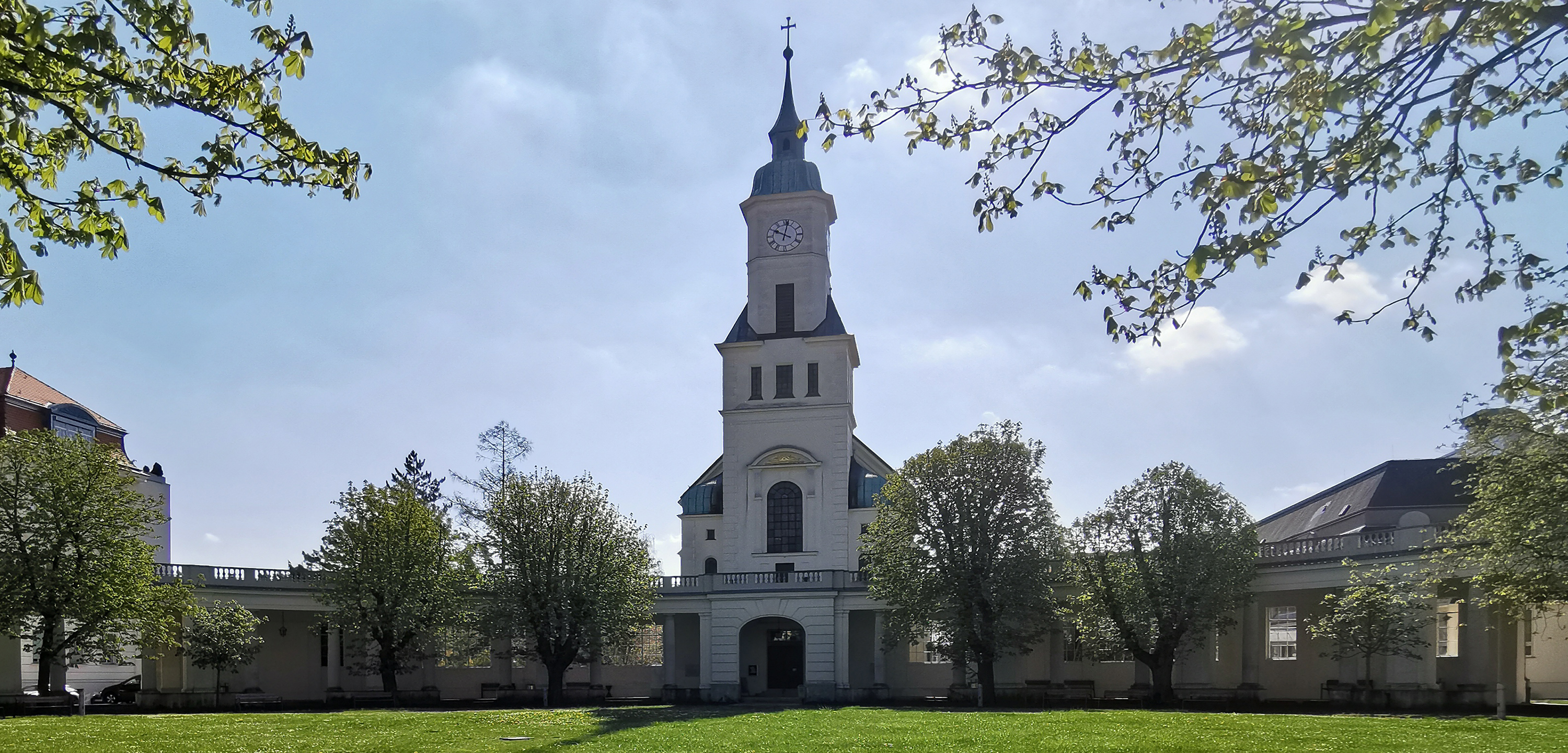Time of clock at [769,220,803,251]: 10:02
